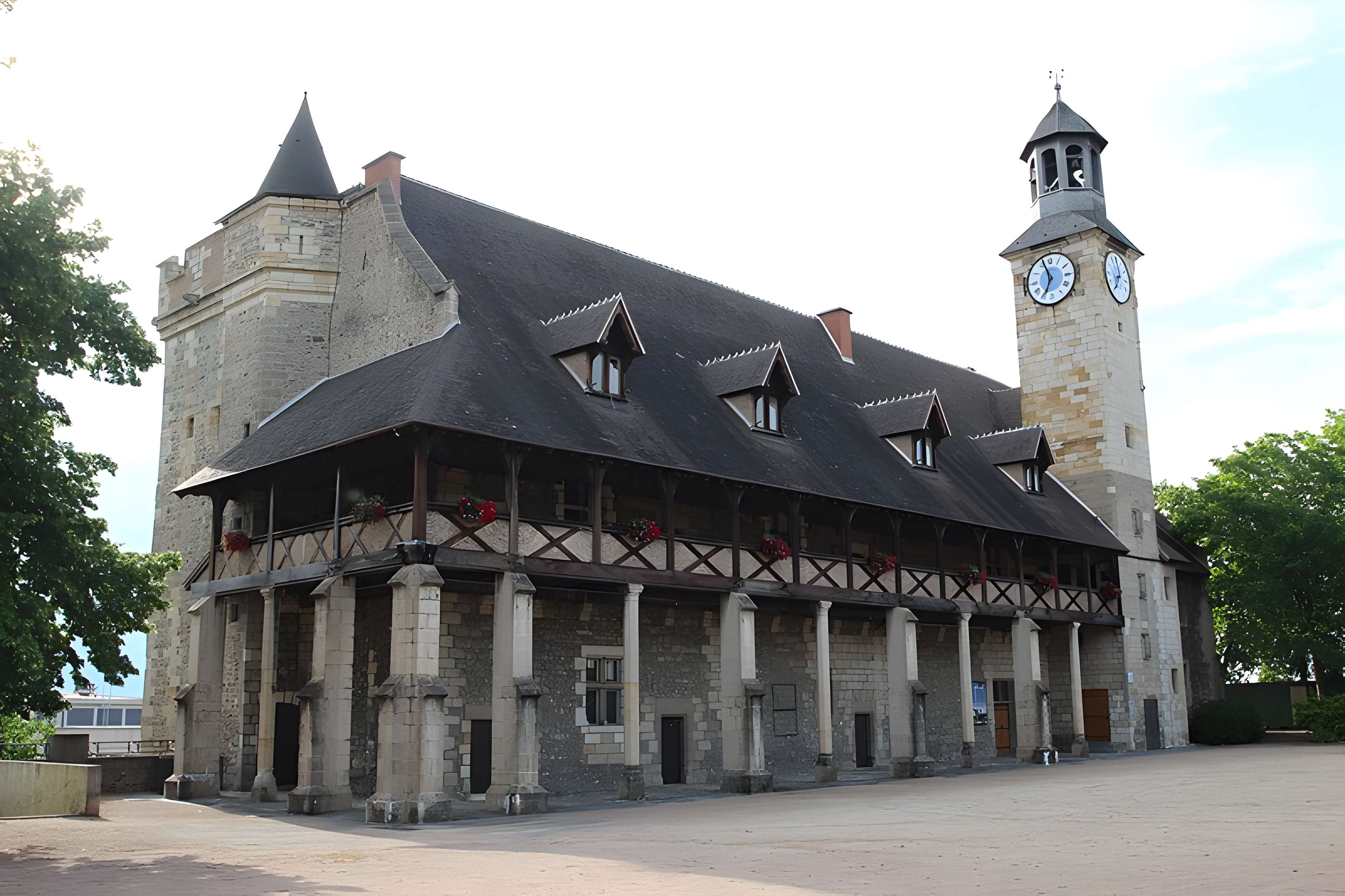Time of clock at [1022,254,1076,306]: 6:56
